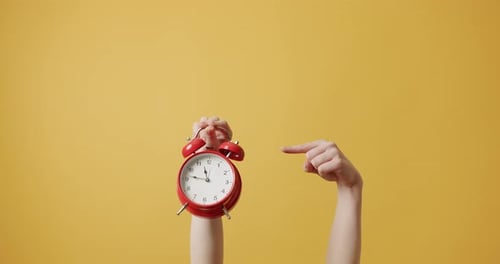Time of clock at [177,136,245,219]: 11:46
